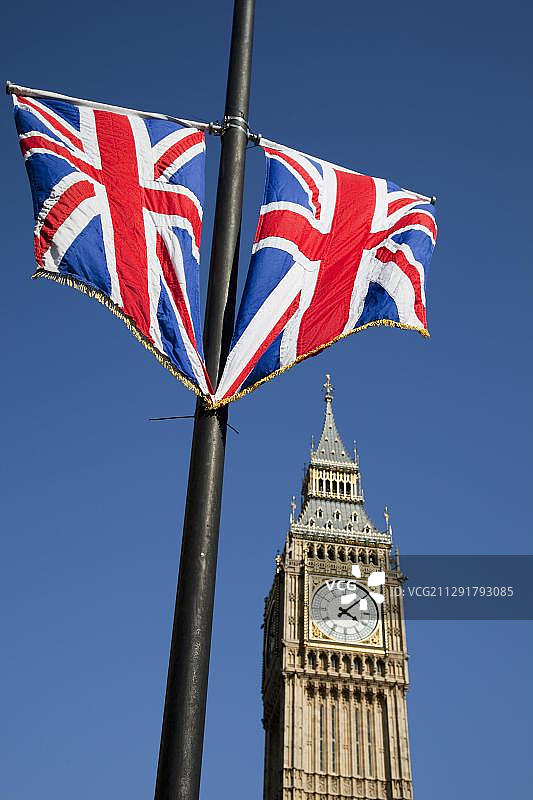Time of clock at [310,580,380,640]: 4:07
